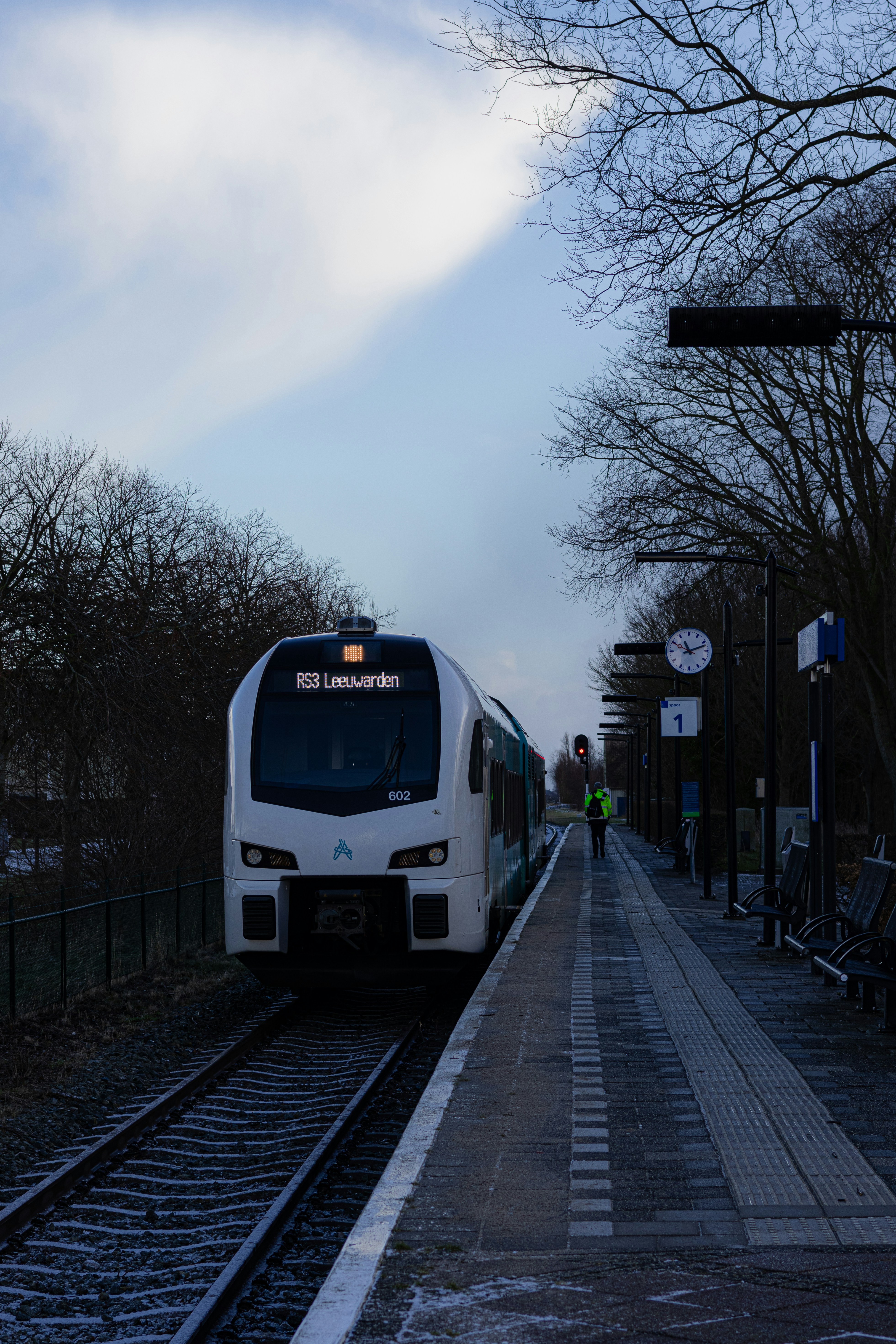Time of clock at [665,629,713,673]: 11:11
